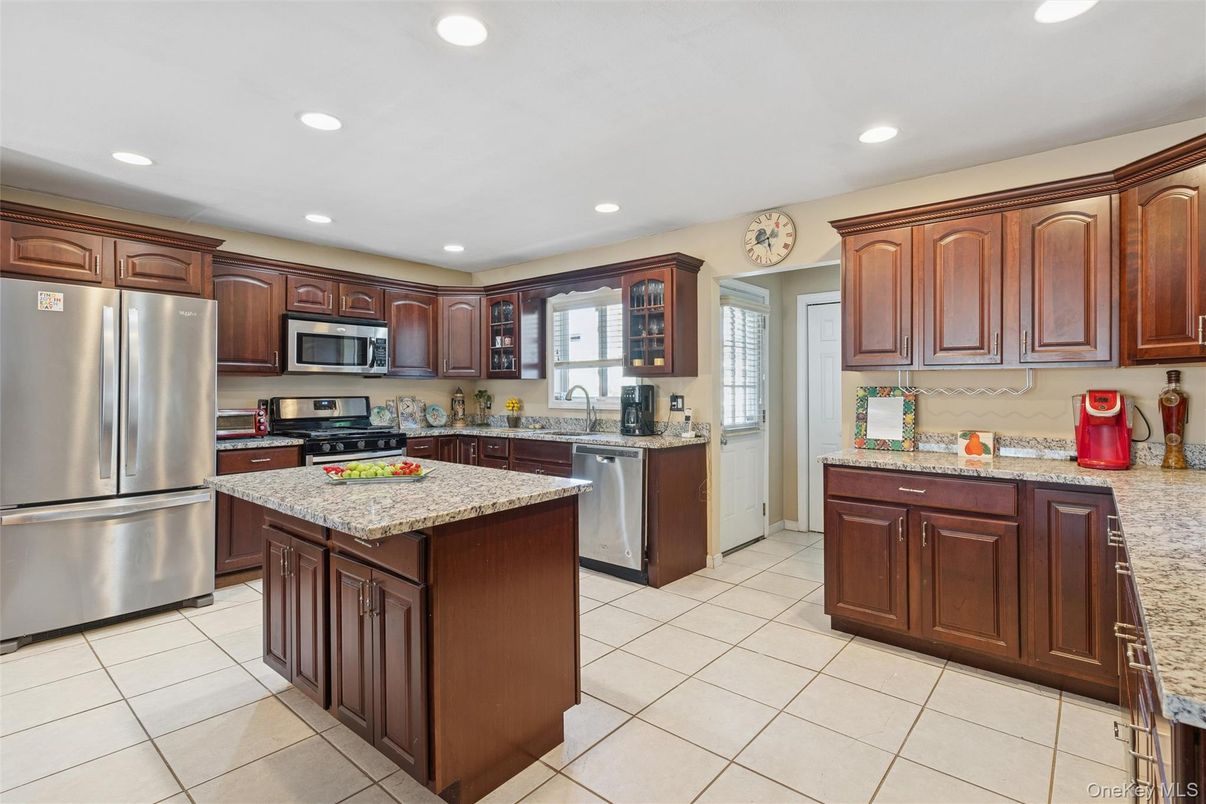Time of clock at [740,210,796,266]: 5:41
